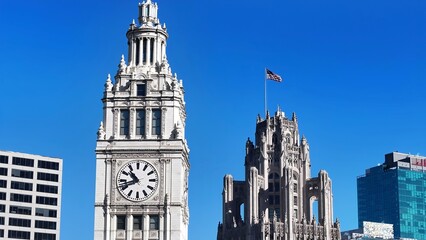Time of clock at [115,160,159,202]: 10:42
